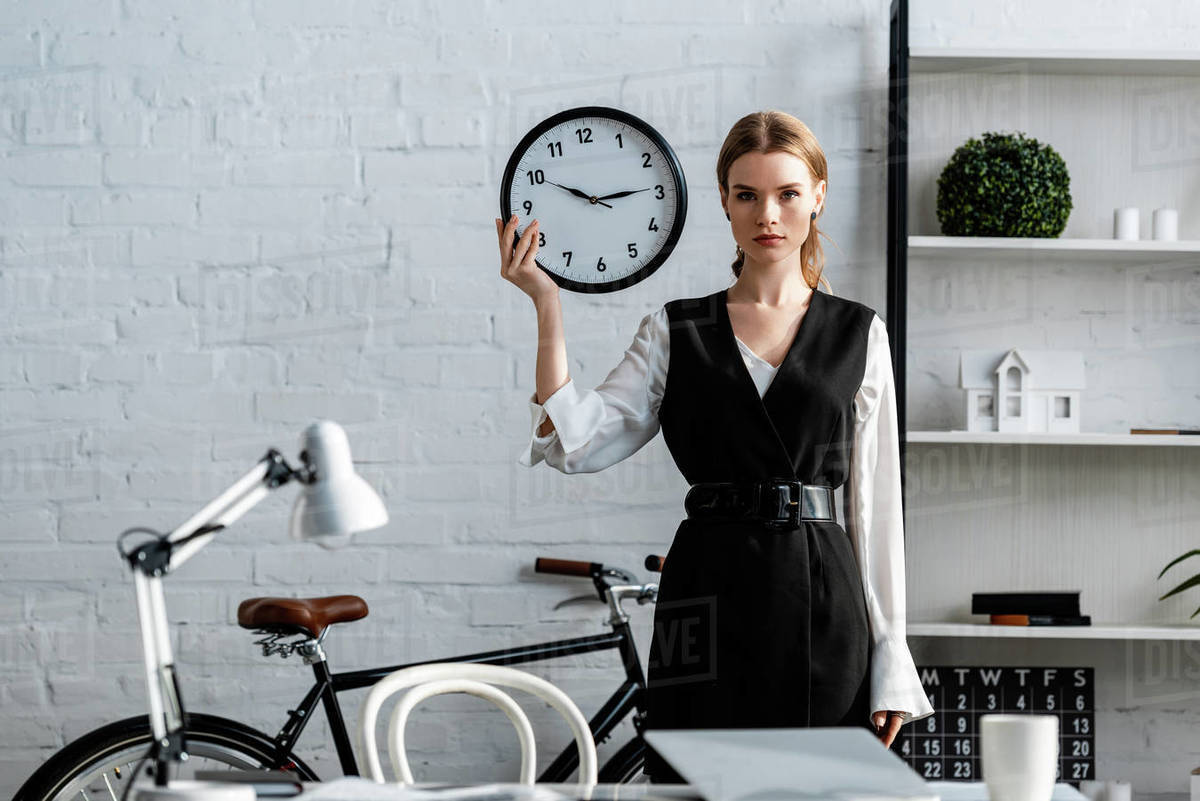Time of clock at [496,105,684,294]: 2:49
